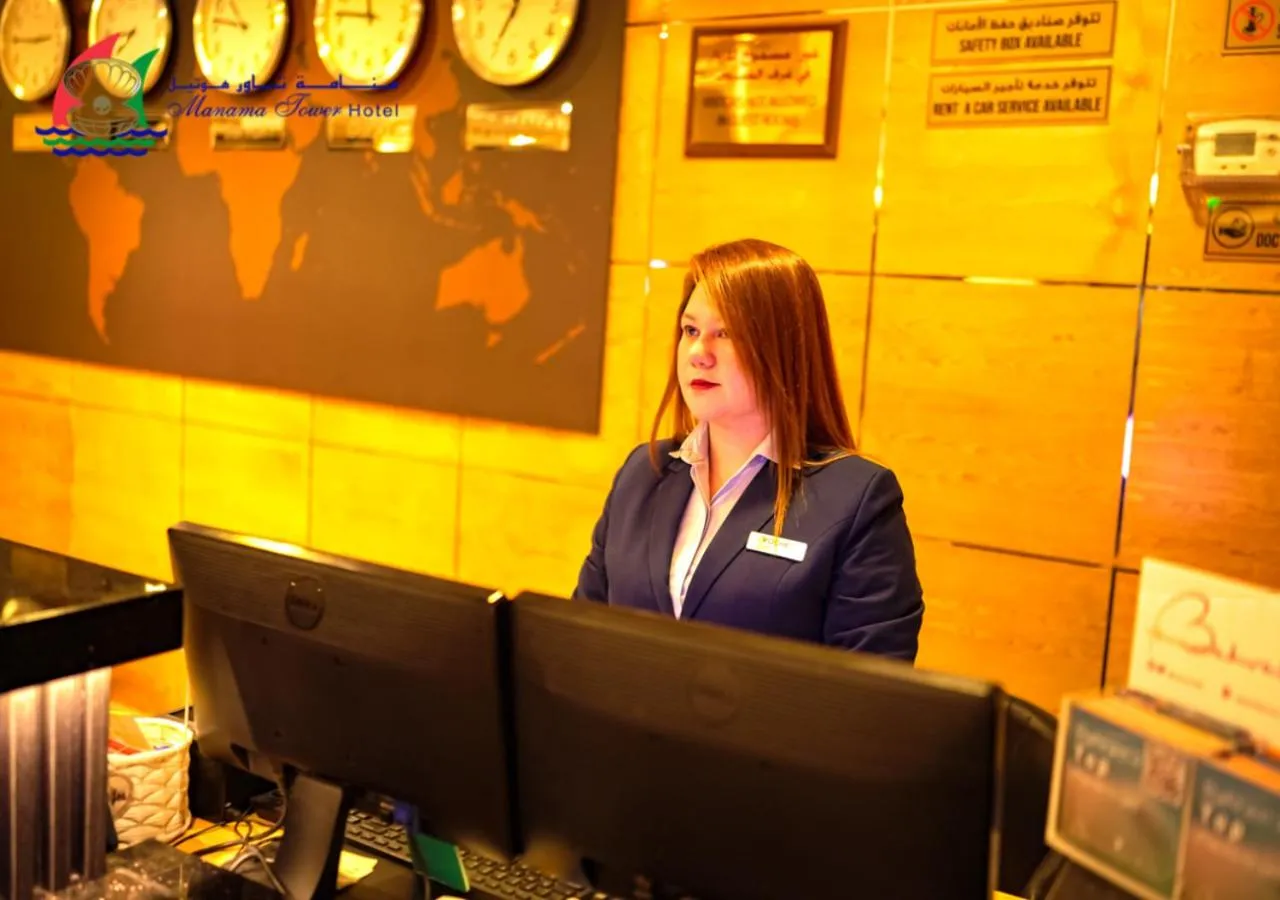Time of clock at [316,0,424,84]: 11:46
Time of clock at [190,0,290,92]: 10:46
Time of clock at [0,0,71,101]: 2:45
